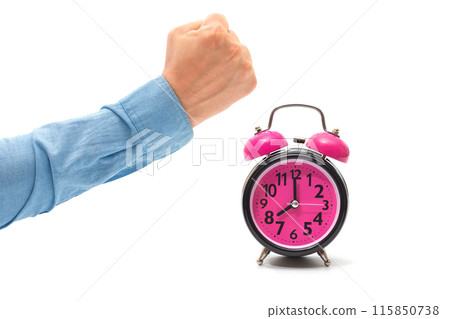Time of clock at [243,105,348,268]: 7:59
